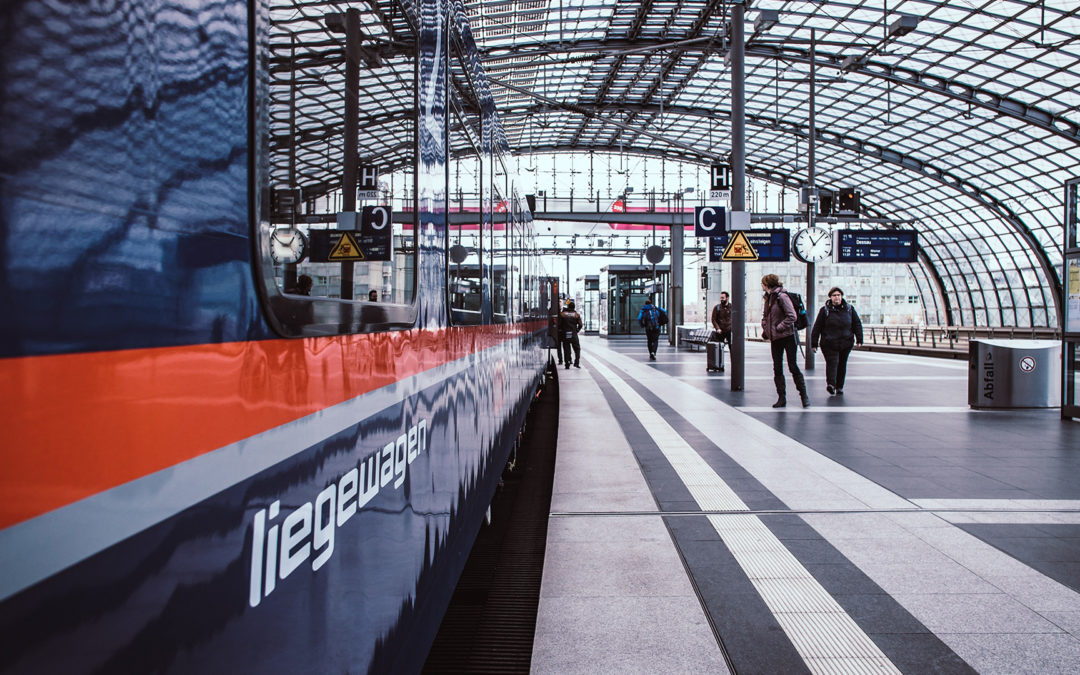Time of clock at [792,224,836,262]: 11:07
